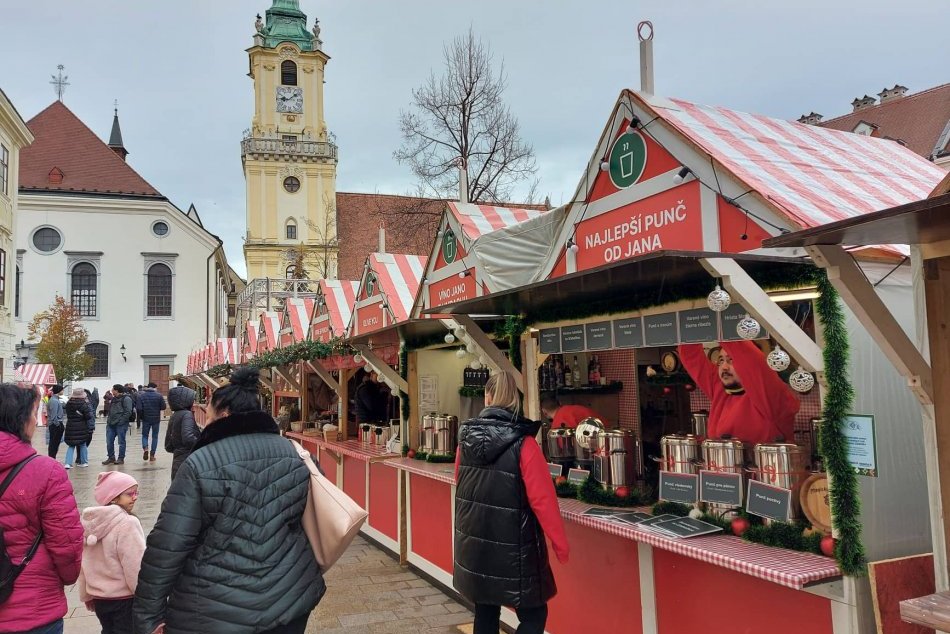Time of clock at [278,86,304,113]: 9:08
